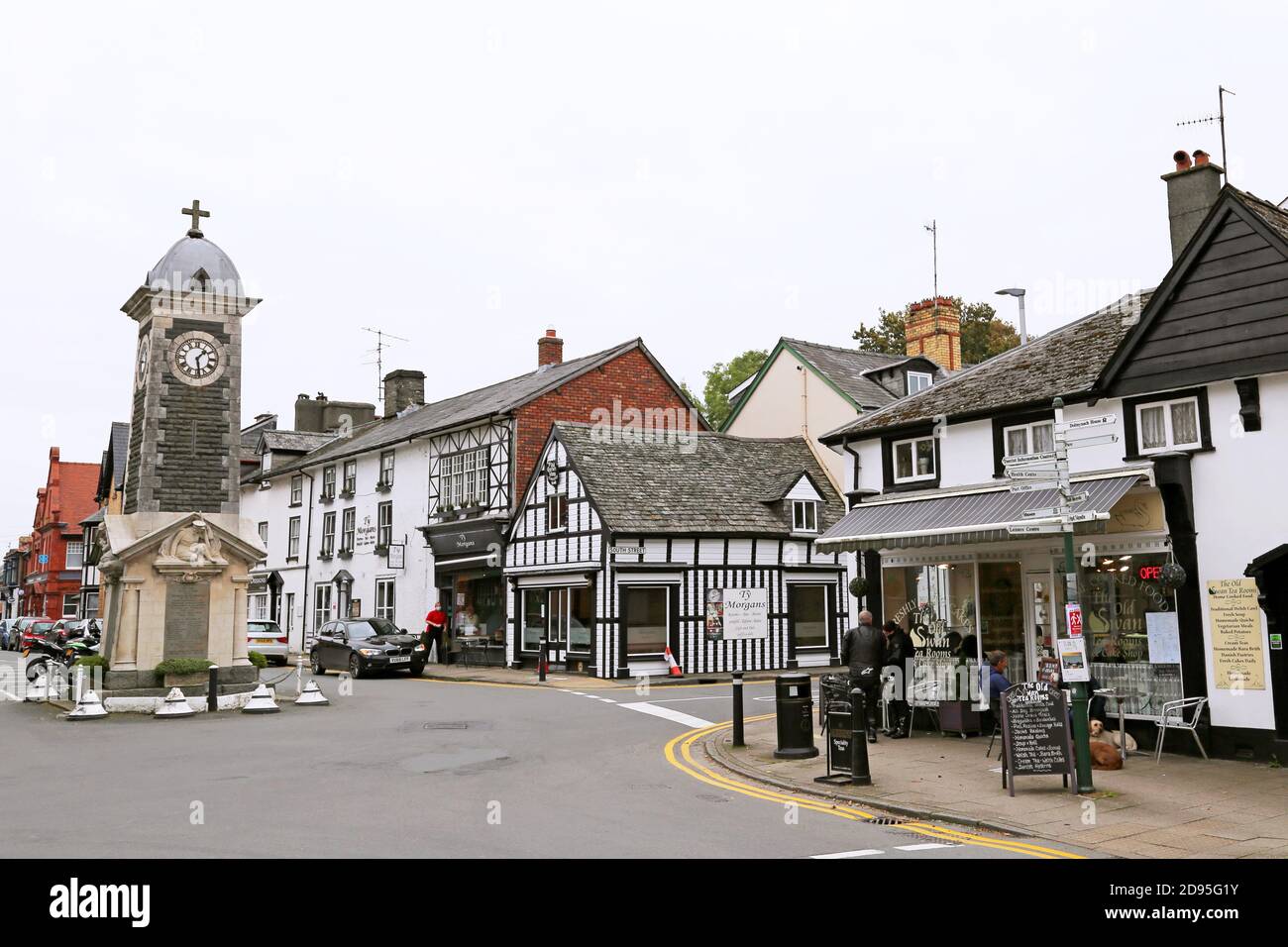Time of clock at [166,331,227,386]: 1:28
